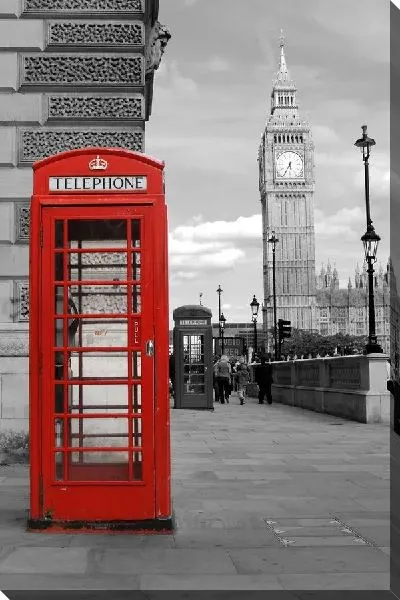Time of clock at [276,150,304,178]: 5:34
